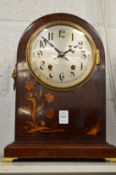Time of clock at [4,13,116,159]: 1:52
